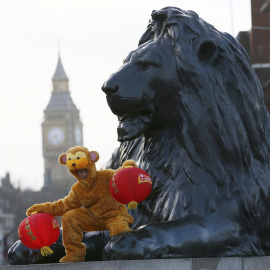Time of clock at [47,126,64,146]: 4:42
